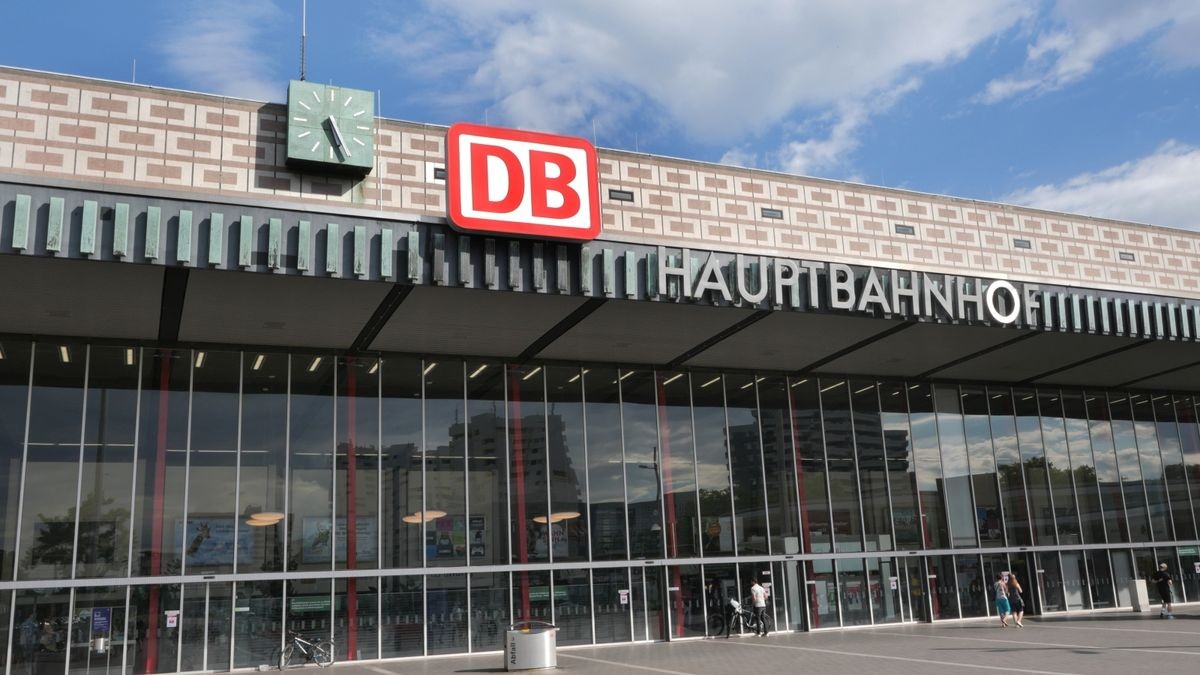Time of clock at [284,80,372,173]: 5:26
